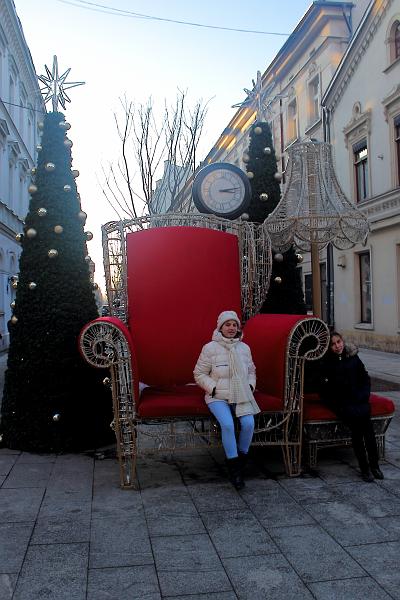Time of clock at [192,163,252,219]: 3:13
